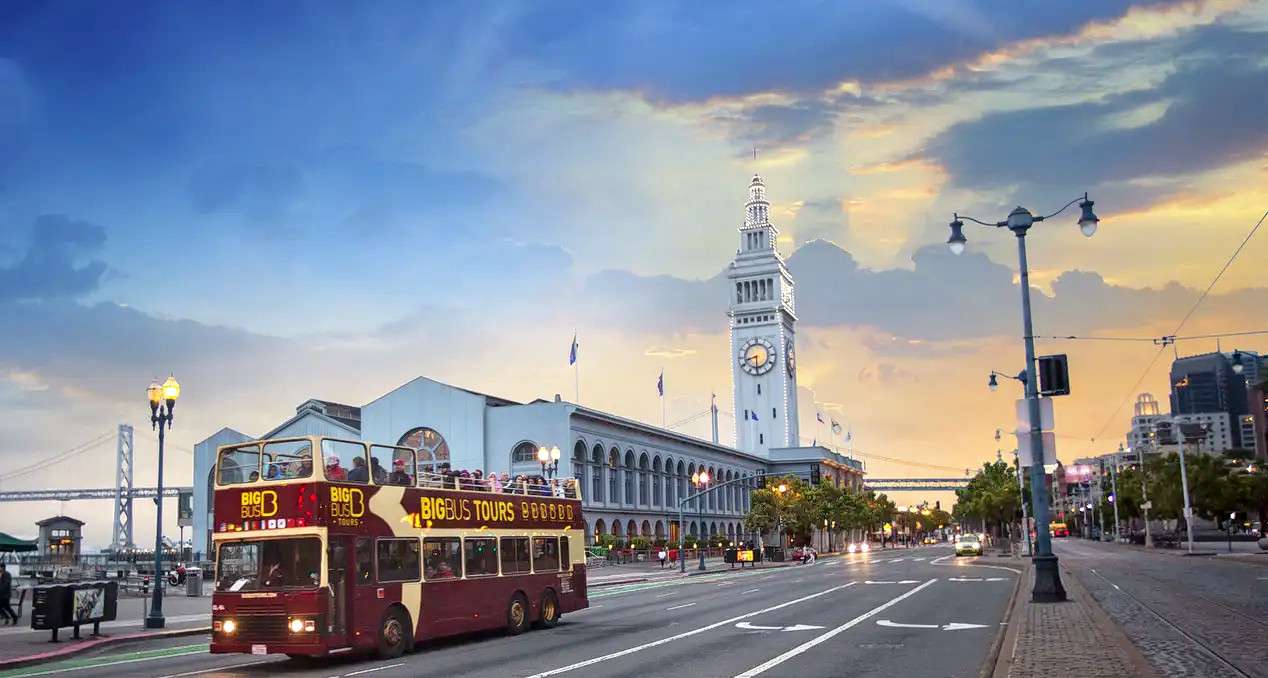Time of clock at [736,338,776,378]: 8:30
